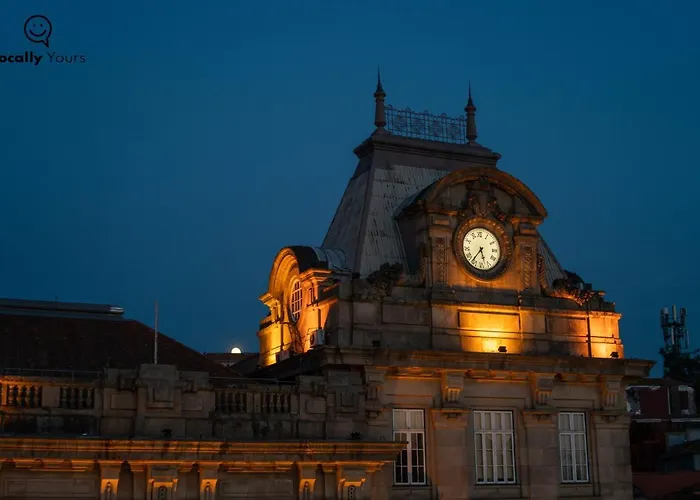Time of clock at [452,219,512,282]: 5:36
